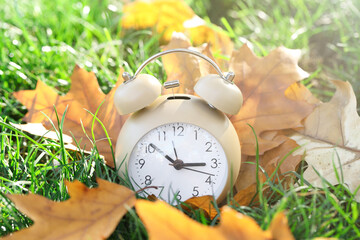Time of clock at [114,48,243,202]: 2:51
